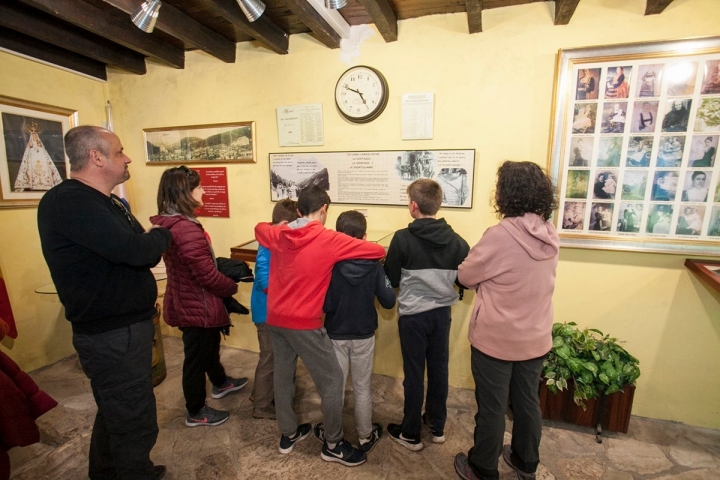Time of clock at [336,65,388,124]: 4:48
